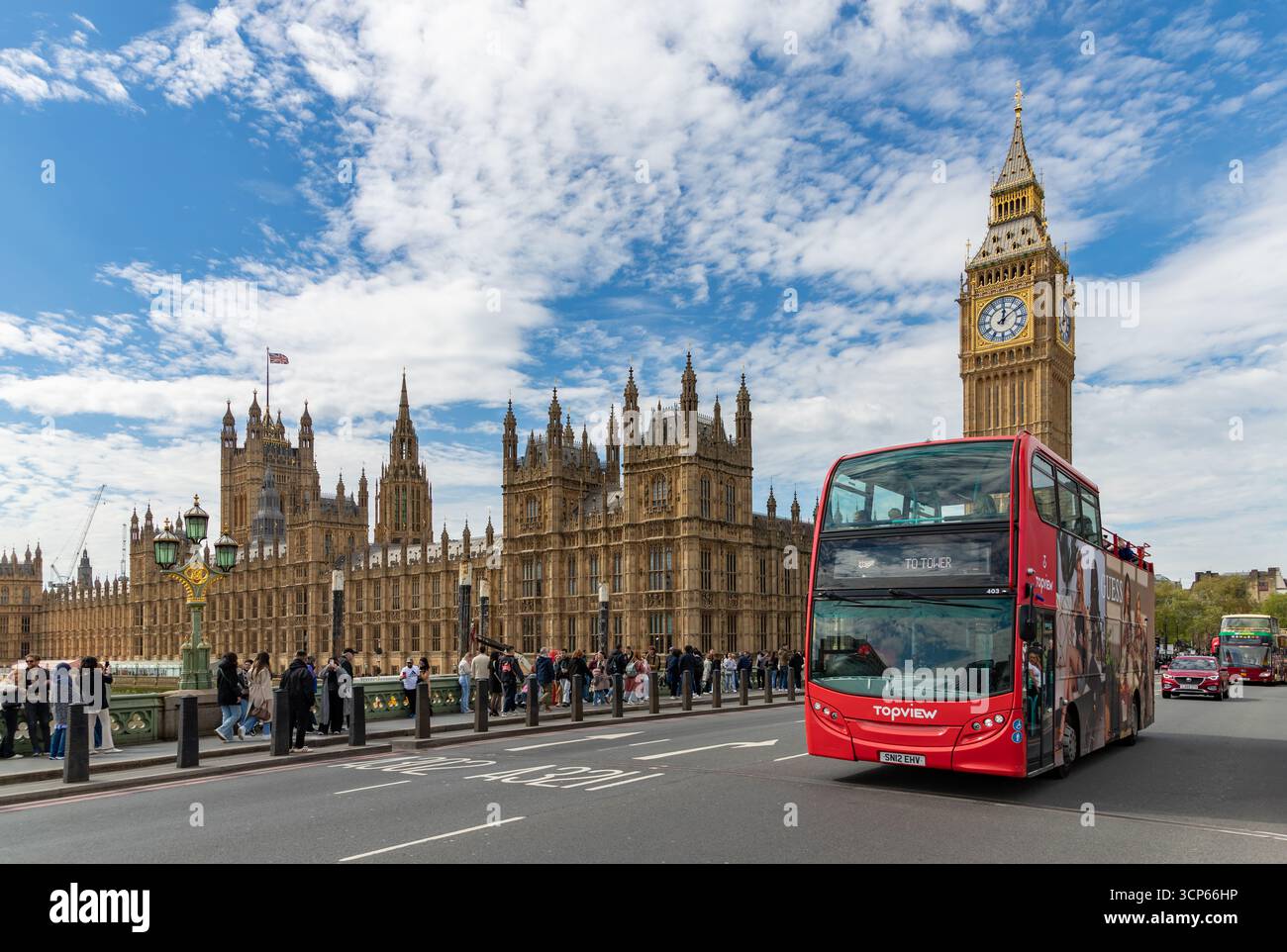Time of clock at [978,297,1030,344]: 12:09
